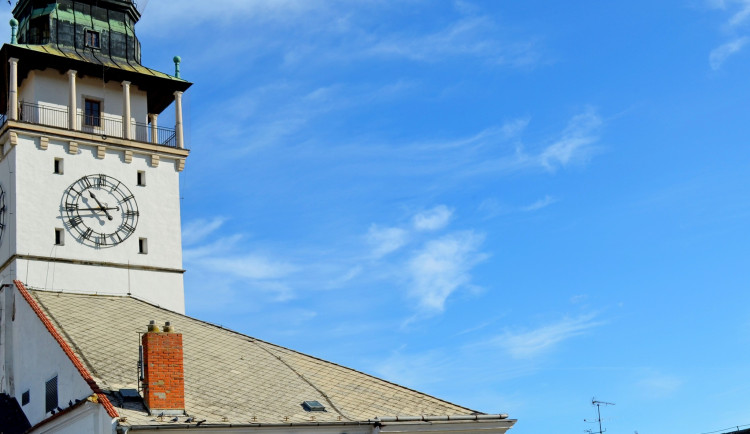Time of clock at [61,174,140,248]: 10:43
